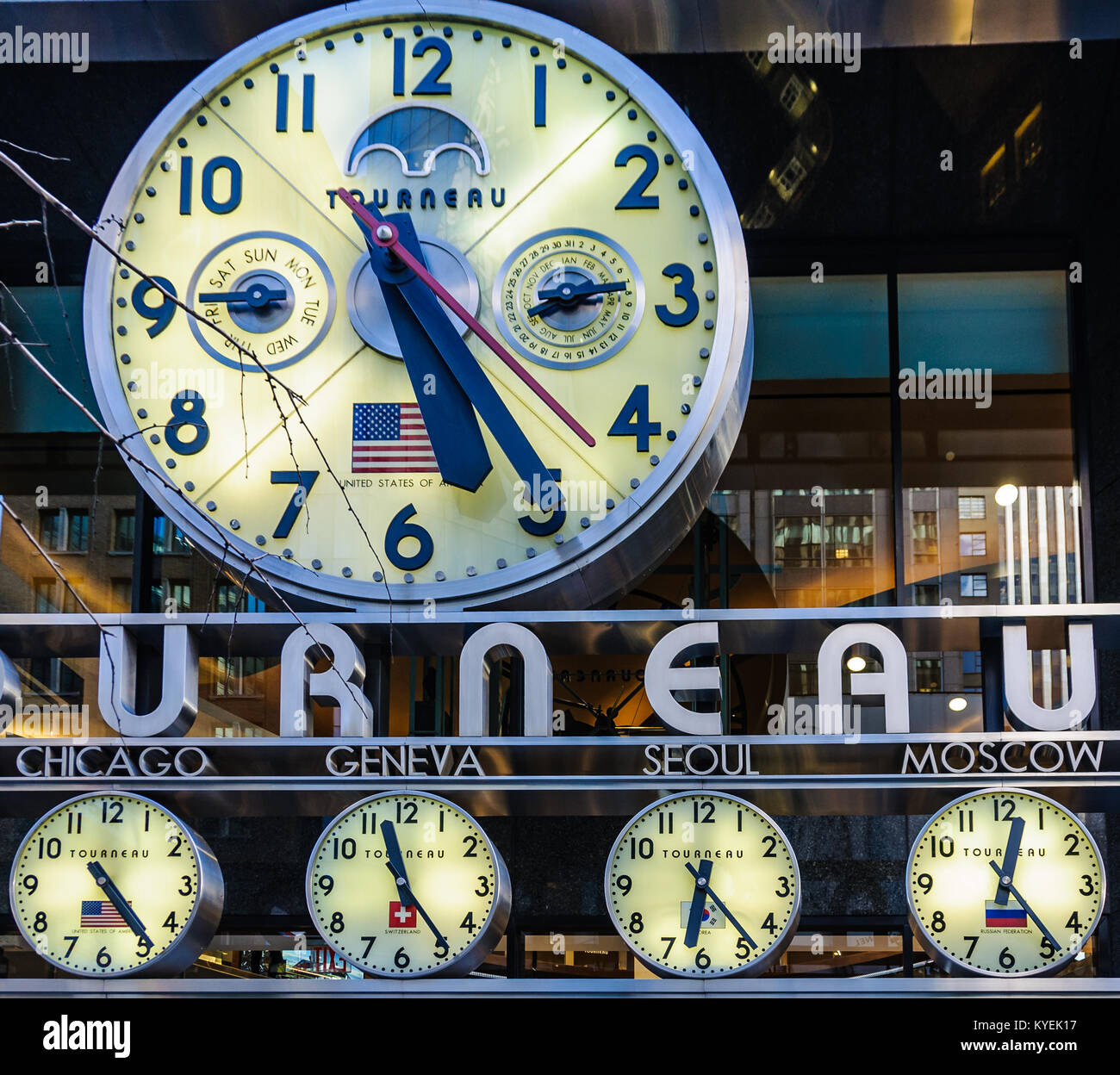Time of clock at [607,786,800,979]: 6:23
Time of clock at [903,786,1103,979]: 12:23
